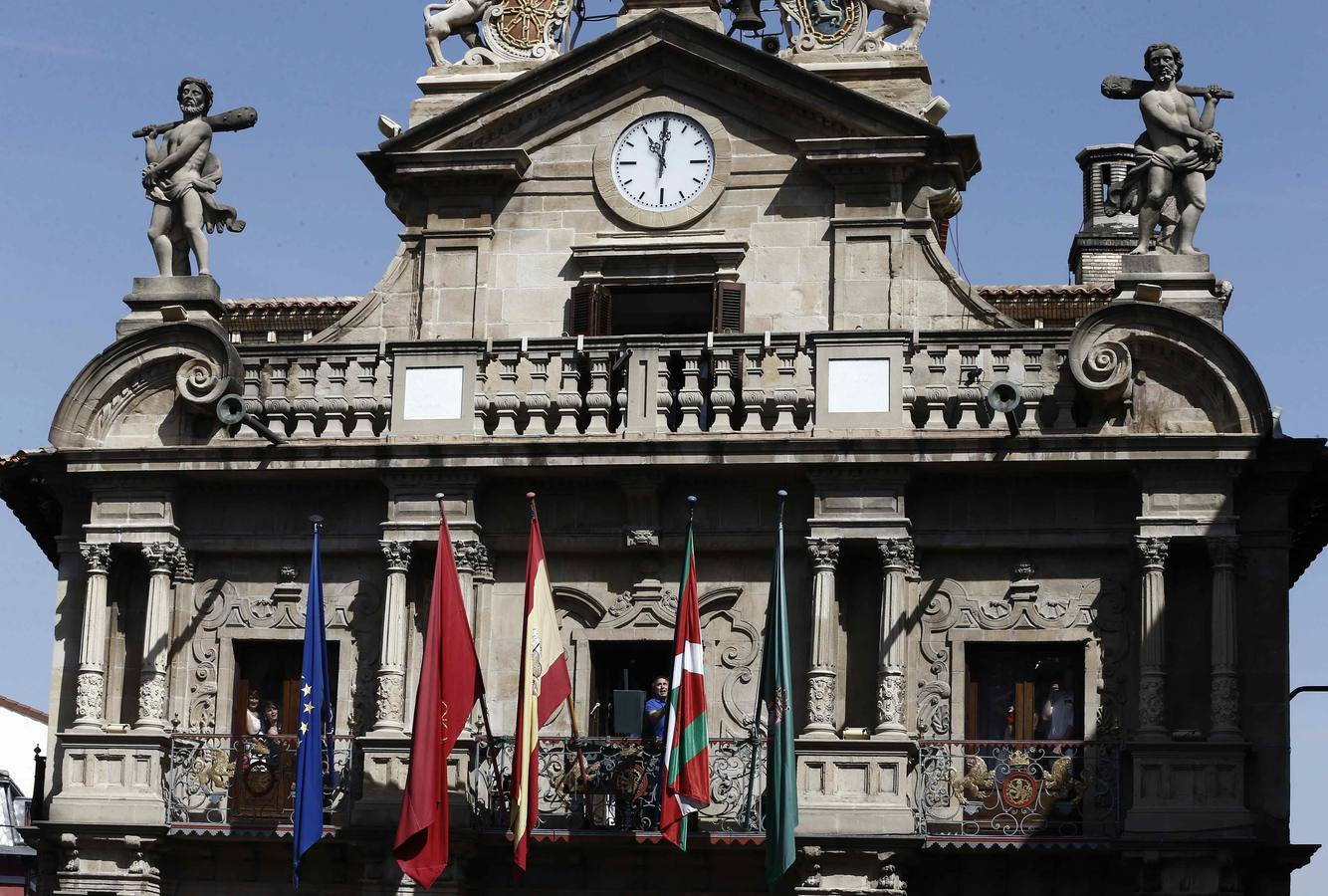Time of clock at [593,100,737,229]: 11:00
